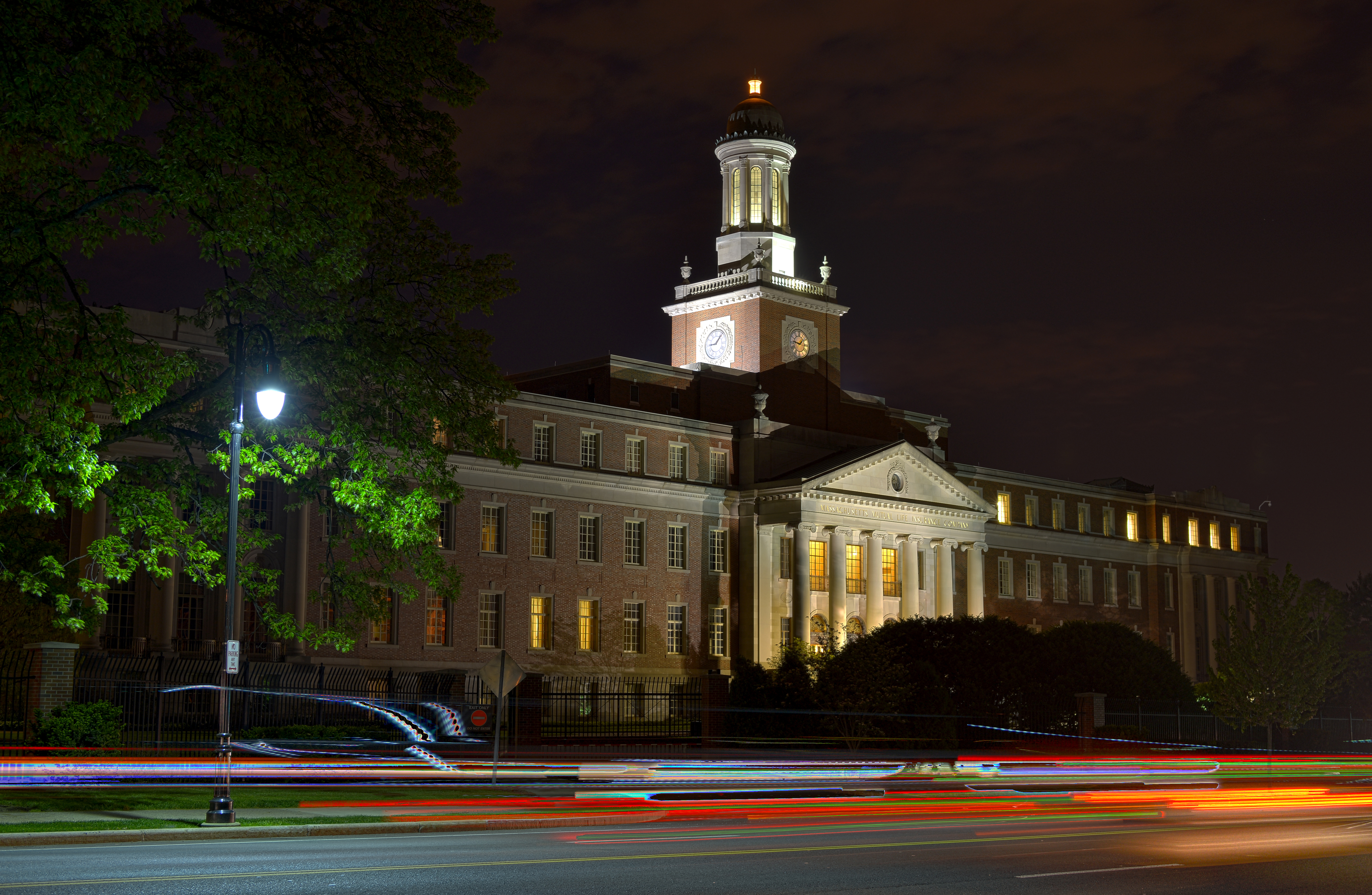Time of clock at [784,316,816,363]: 1:46
